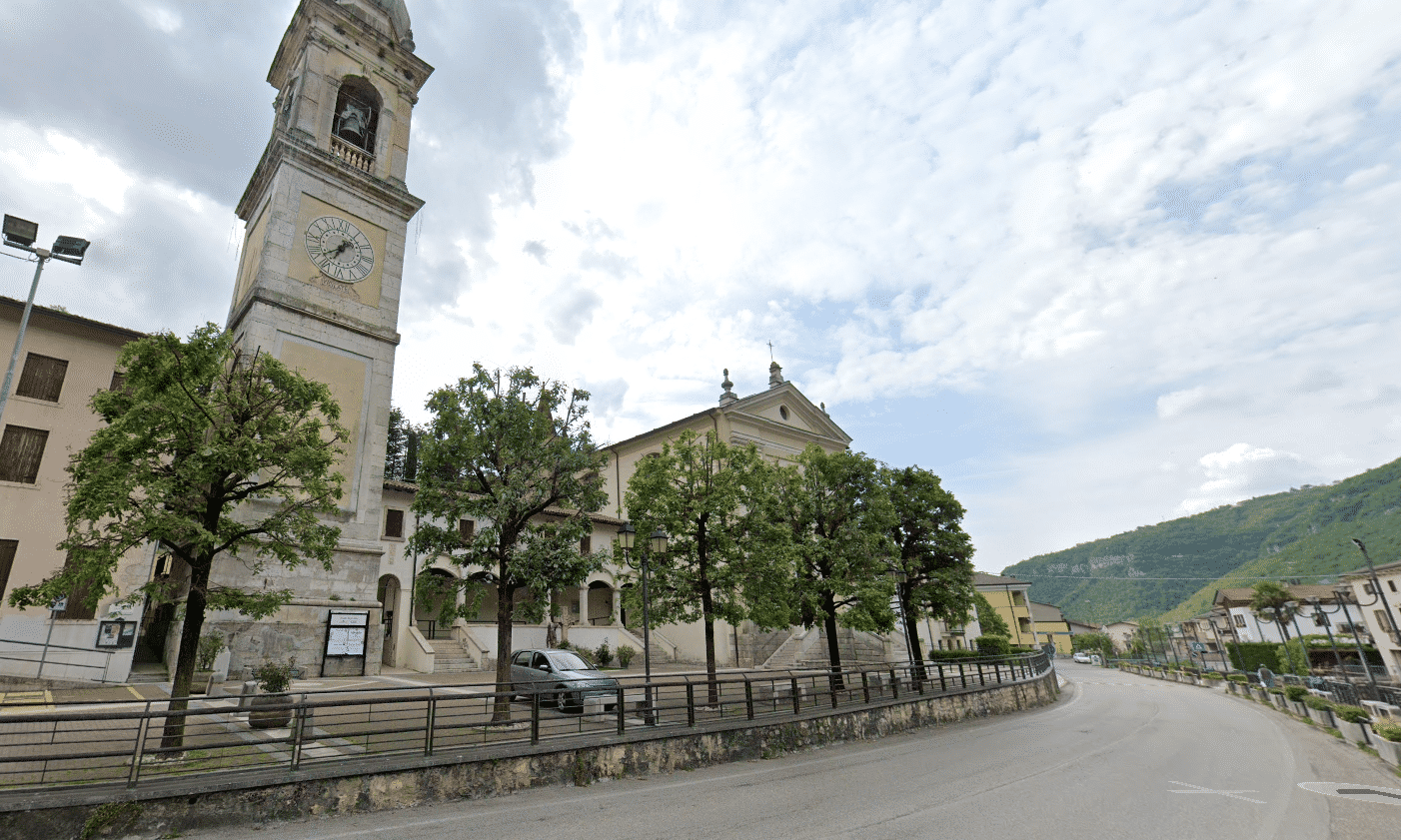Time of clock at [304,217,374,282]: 6:38
